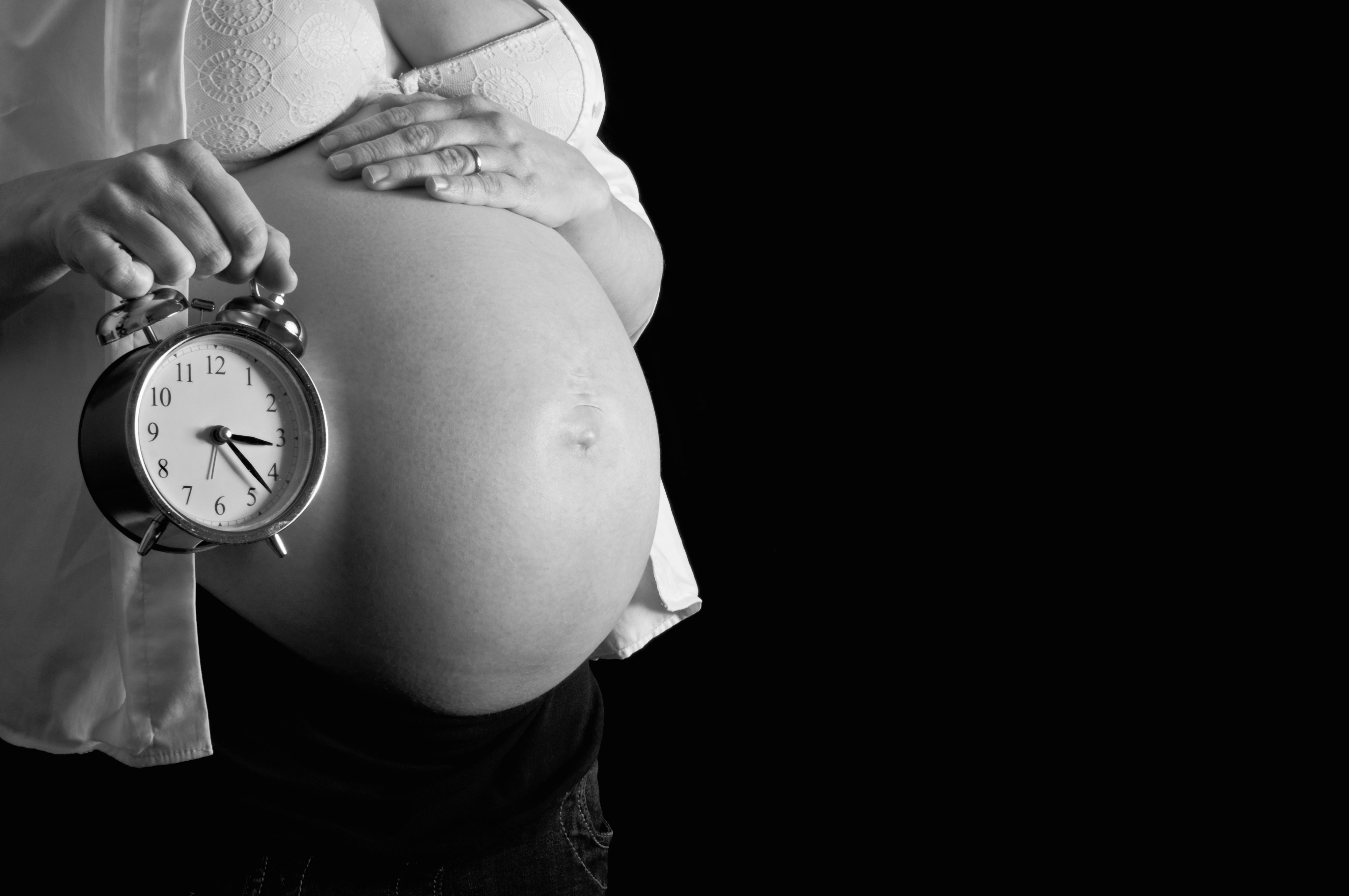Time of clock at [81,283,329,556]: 3:22
